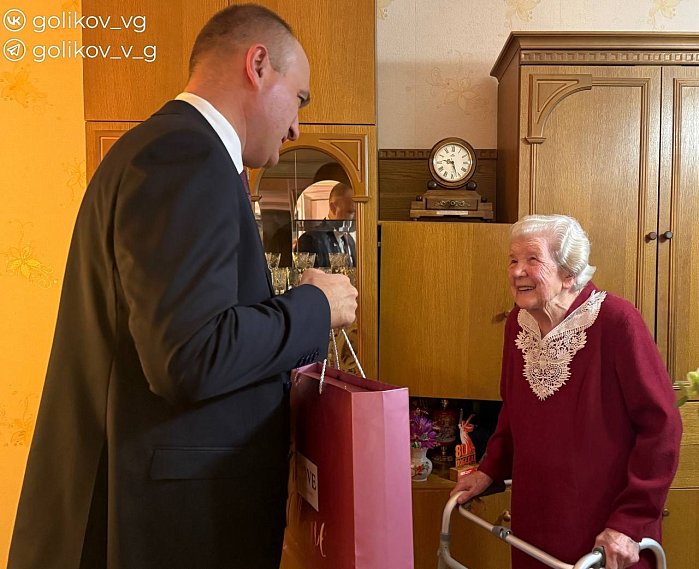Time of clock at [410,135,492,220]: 9:25
